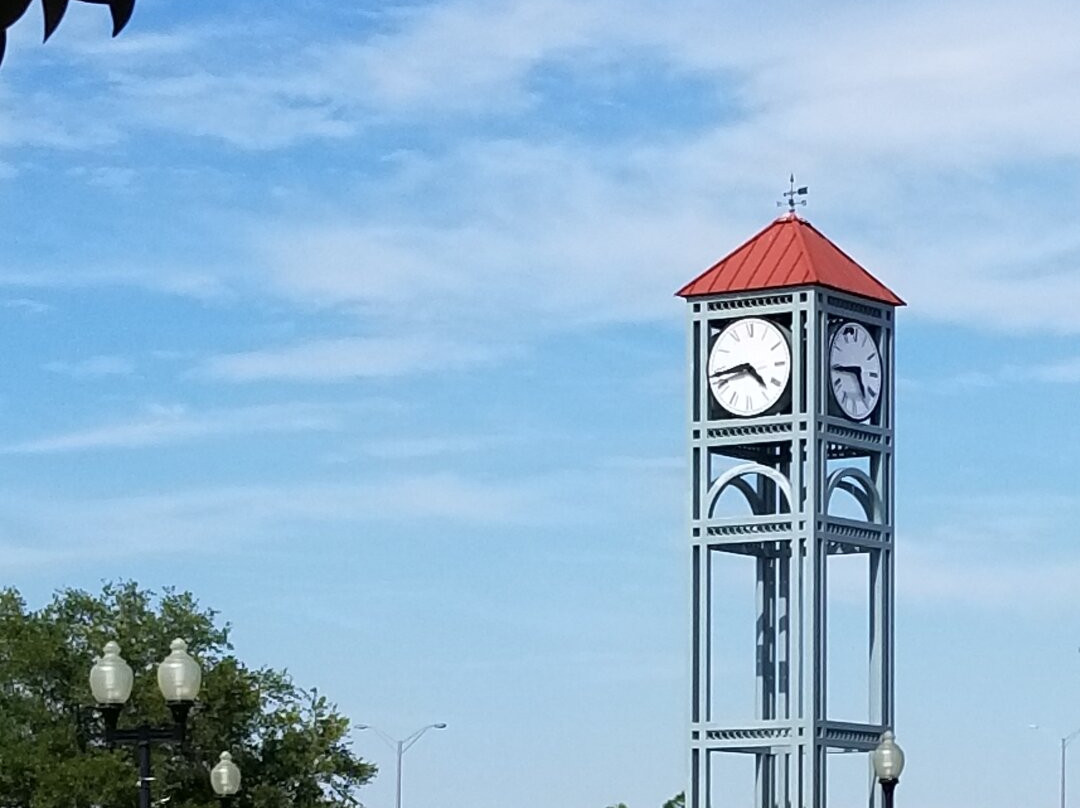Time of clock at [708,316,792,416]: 4:43
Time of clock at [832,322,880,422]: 4:44
